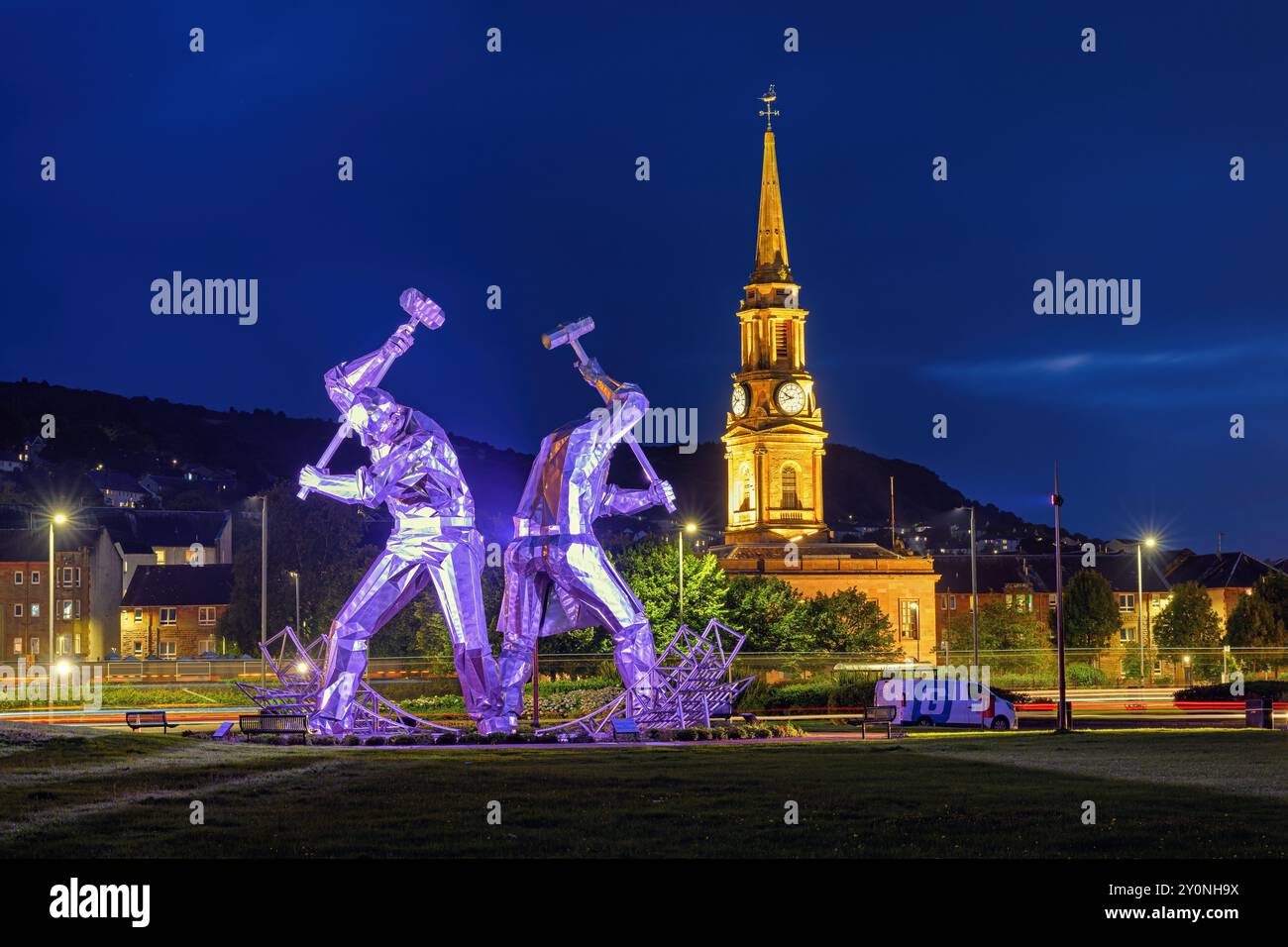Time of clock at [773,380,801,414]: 9:42
